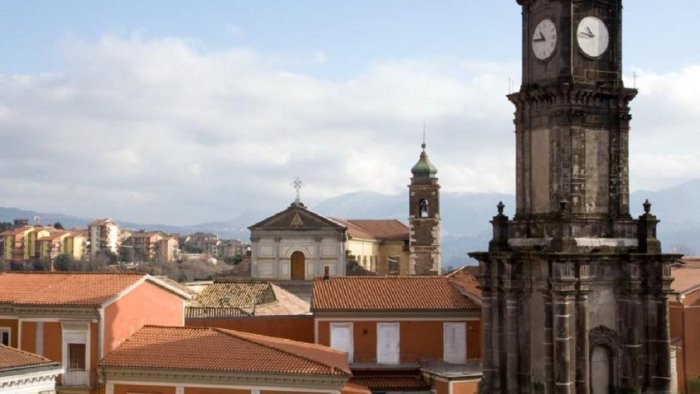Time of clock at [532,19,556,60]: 10:45
